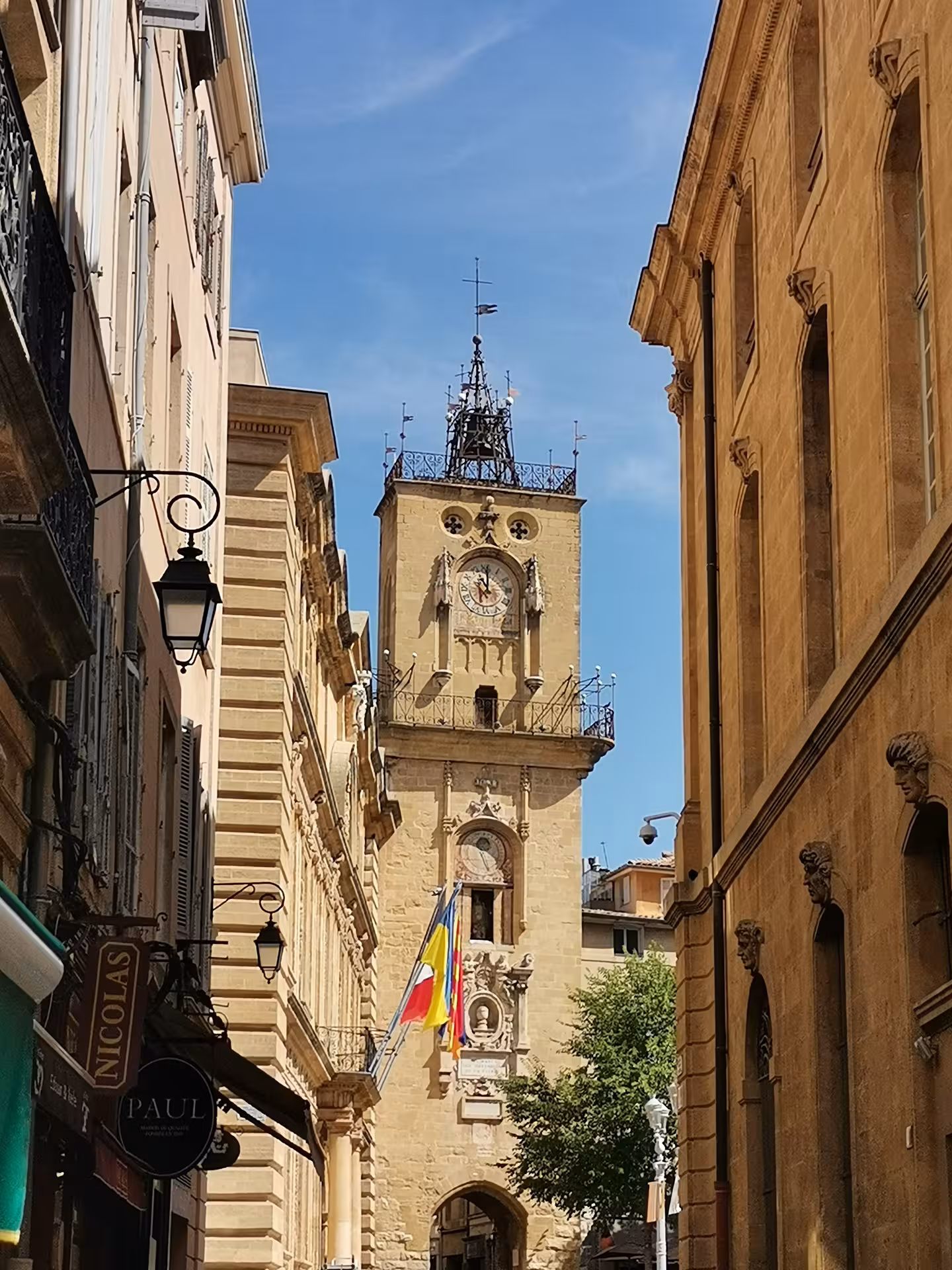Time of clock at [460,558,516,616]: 11:00
